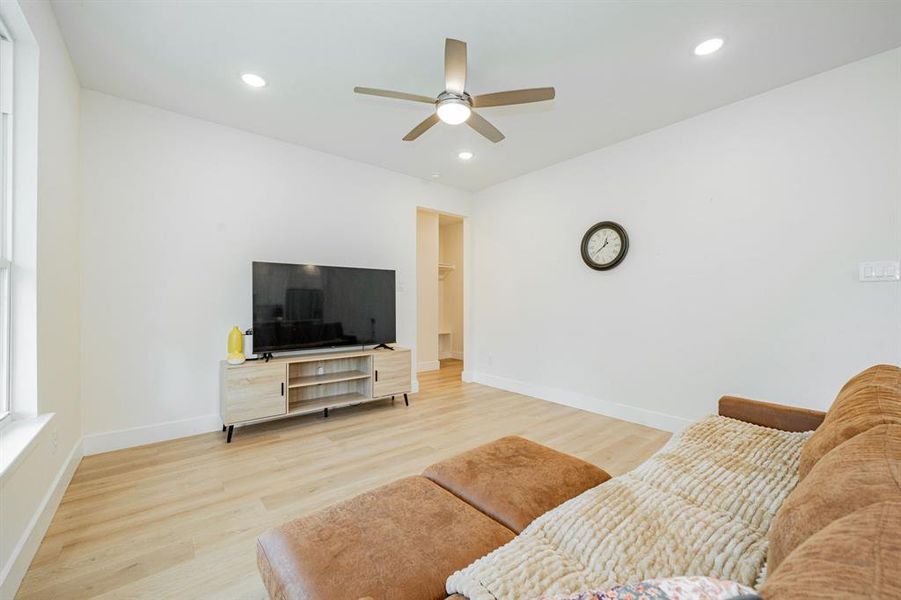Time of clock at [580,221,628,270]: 12:38
